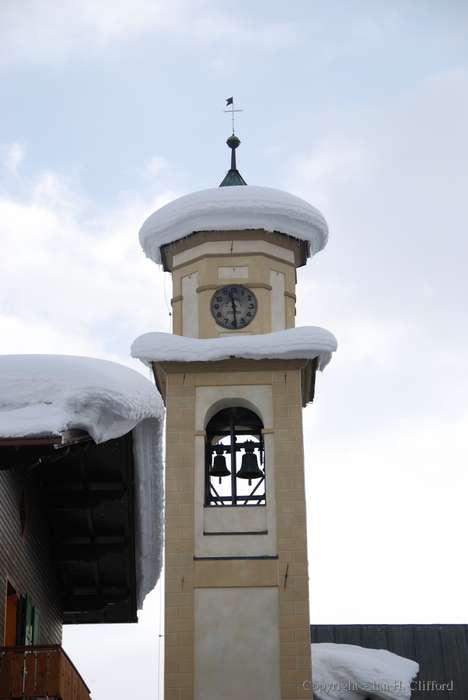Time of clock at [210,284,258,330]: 11:29
